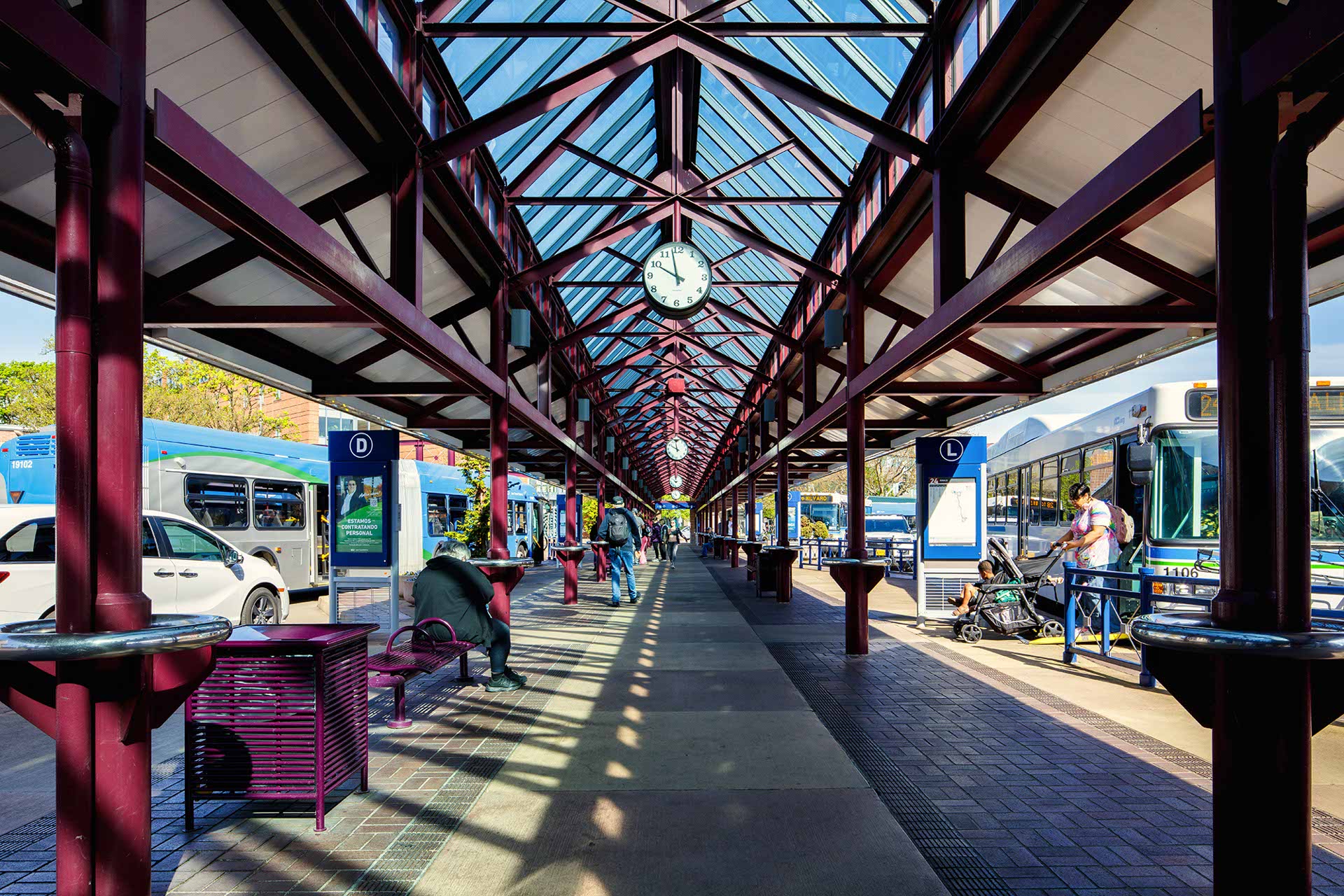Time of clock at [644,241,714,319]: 9:57
